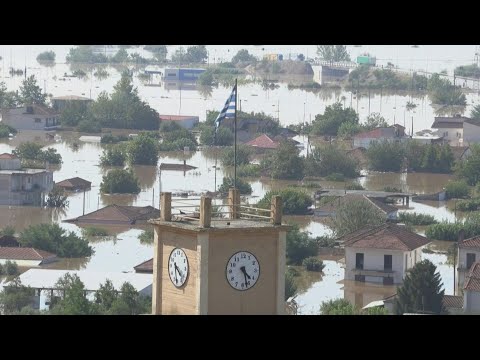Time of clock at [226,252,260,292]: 4:27
